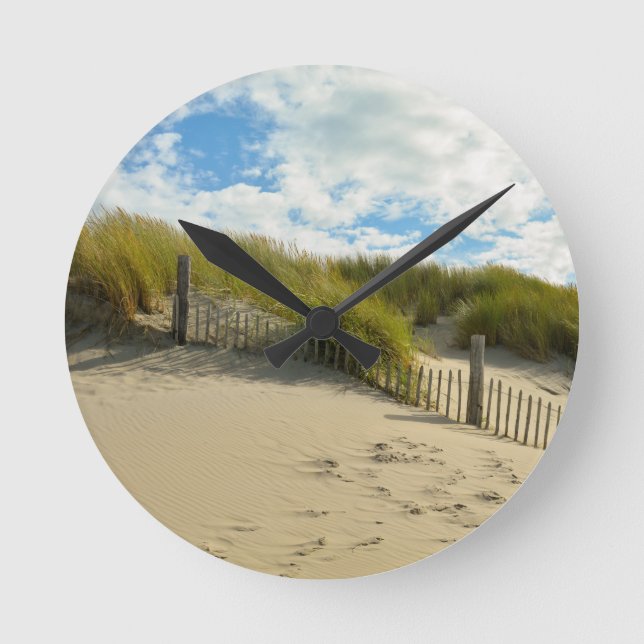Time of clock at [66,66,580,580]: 10:08
